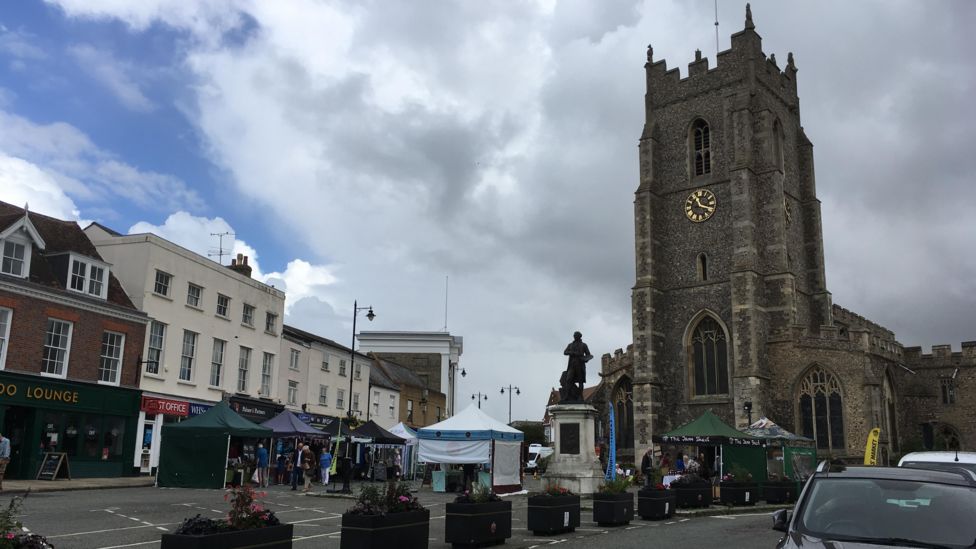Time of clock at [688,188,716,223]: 11:17
